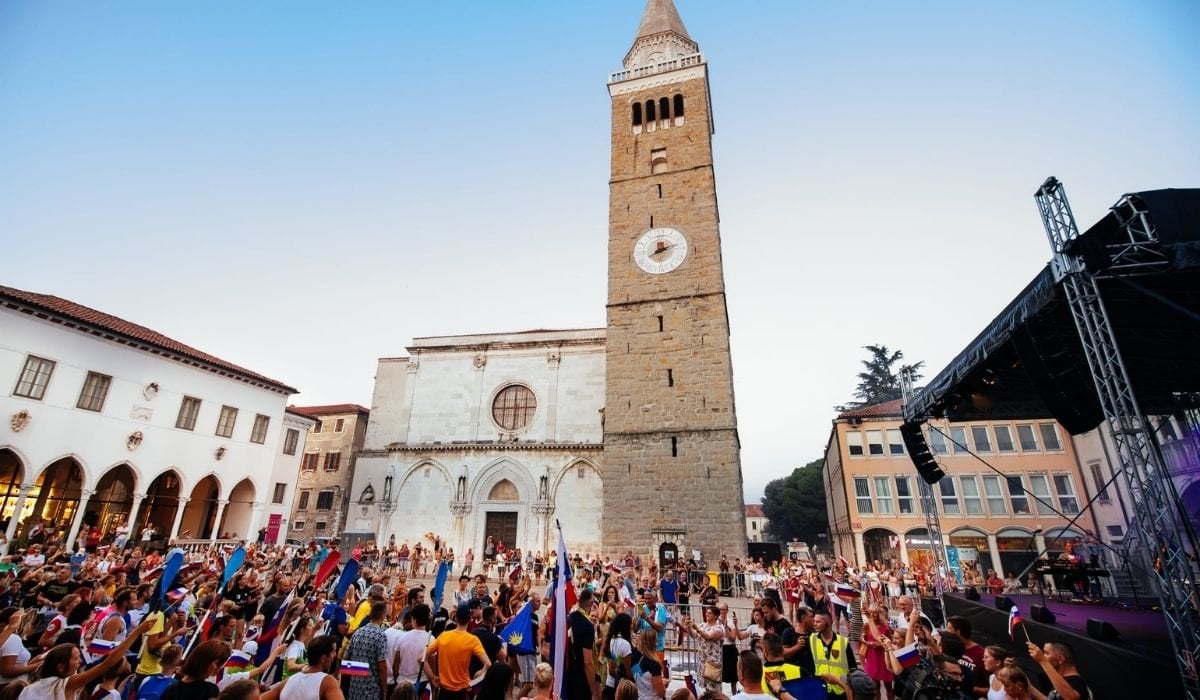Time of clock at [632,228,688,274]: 8:12
